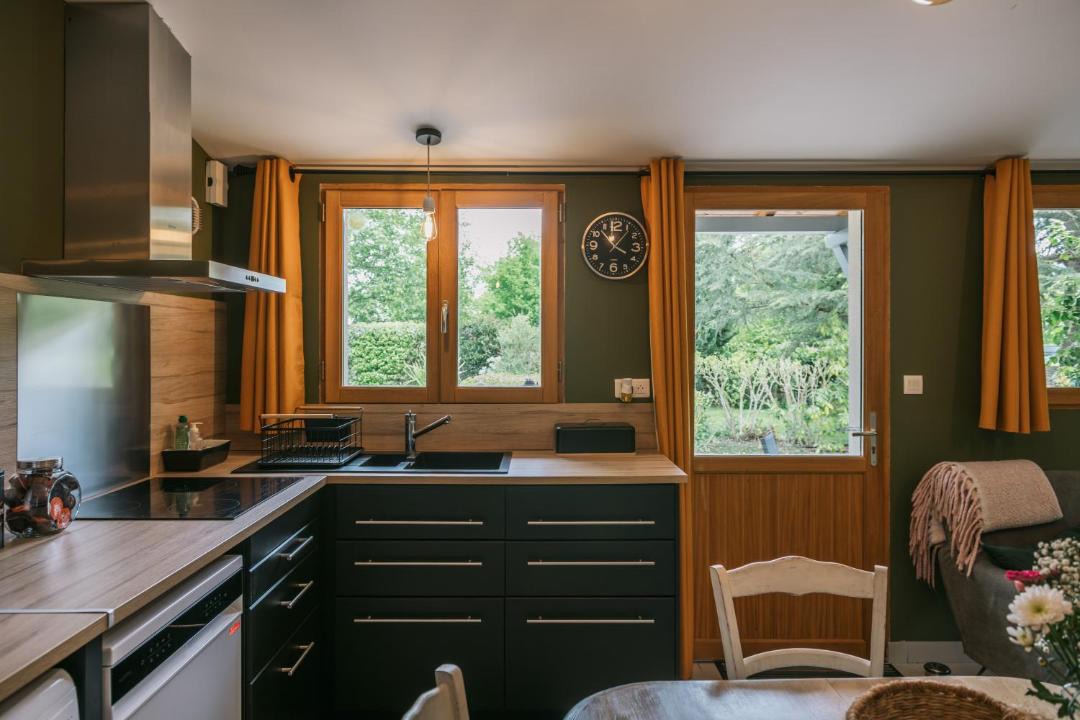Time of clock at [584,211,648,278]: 3:52
